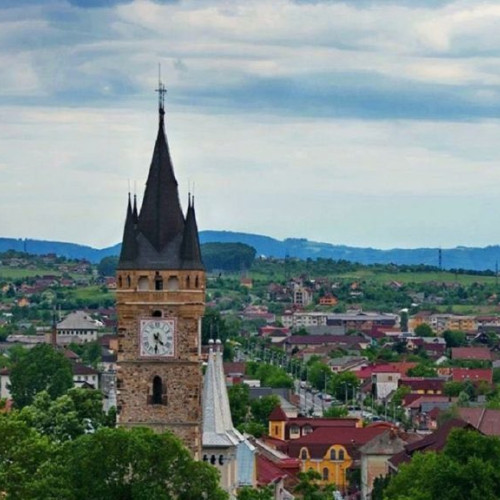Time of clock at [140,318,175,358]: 4:31
